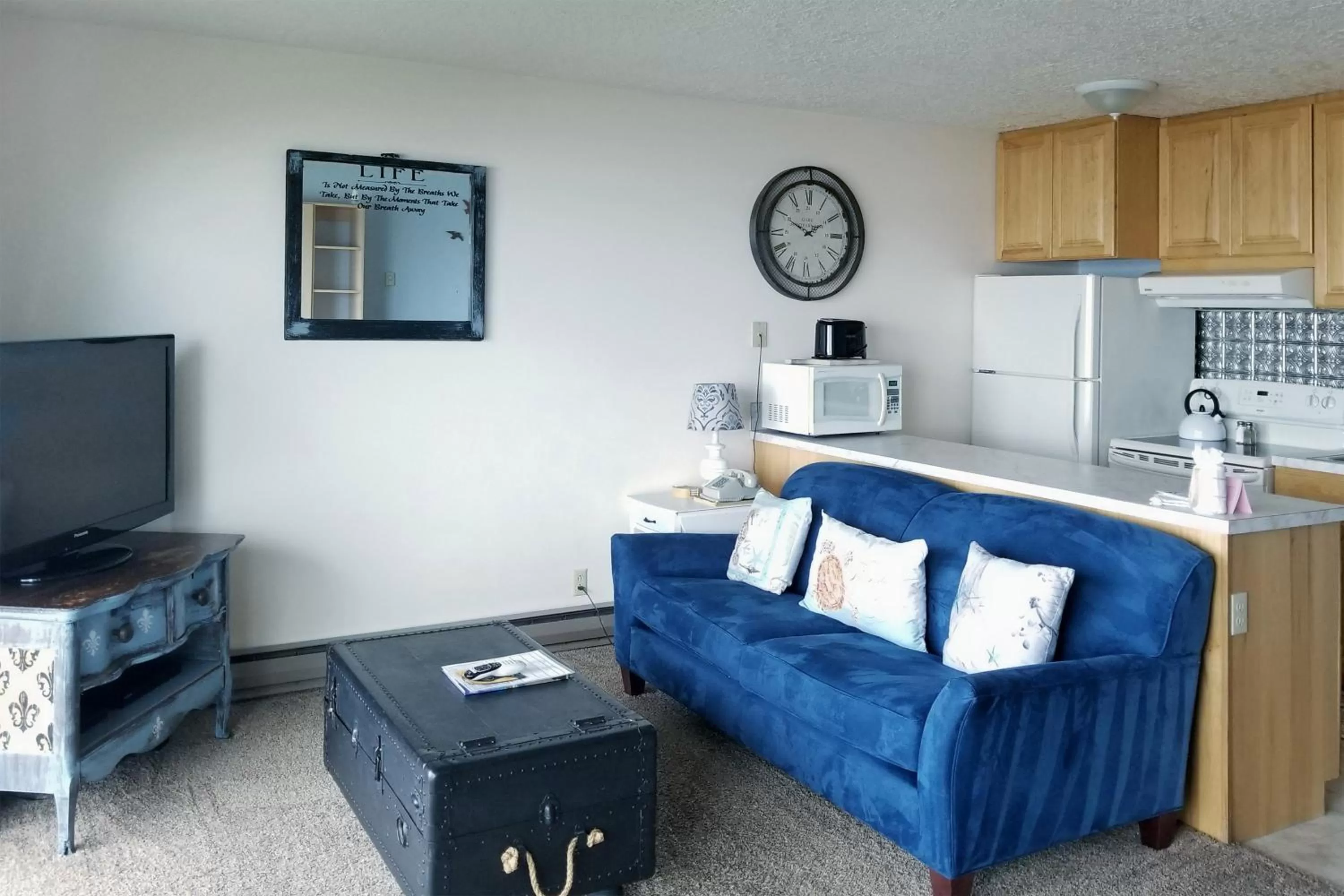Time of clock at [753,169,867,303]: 1:49
